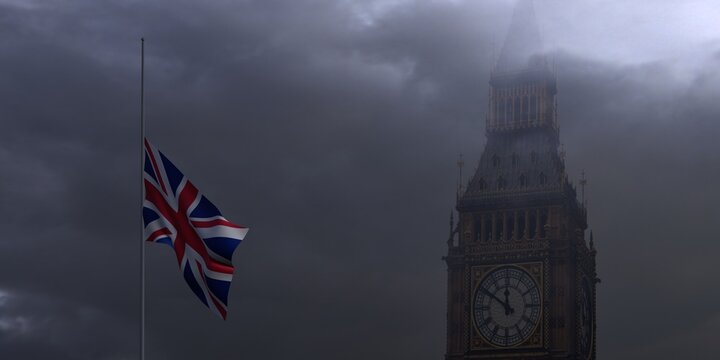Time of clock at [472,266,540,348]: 11:50
